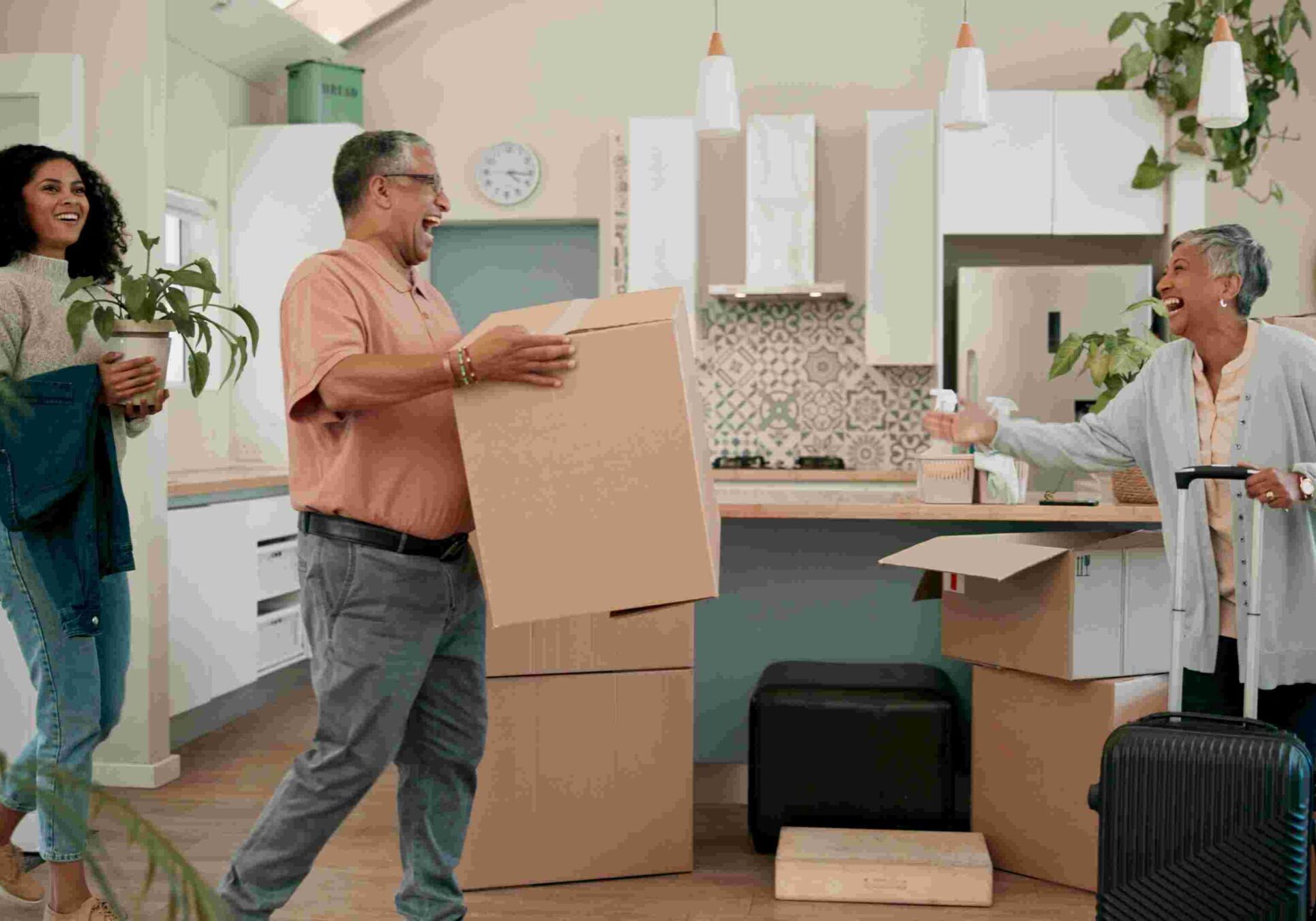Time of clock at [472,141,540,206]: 4:16
